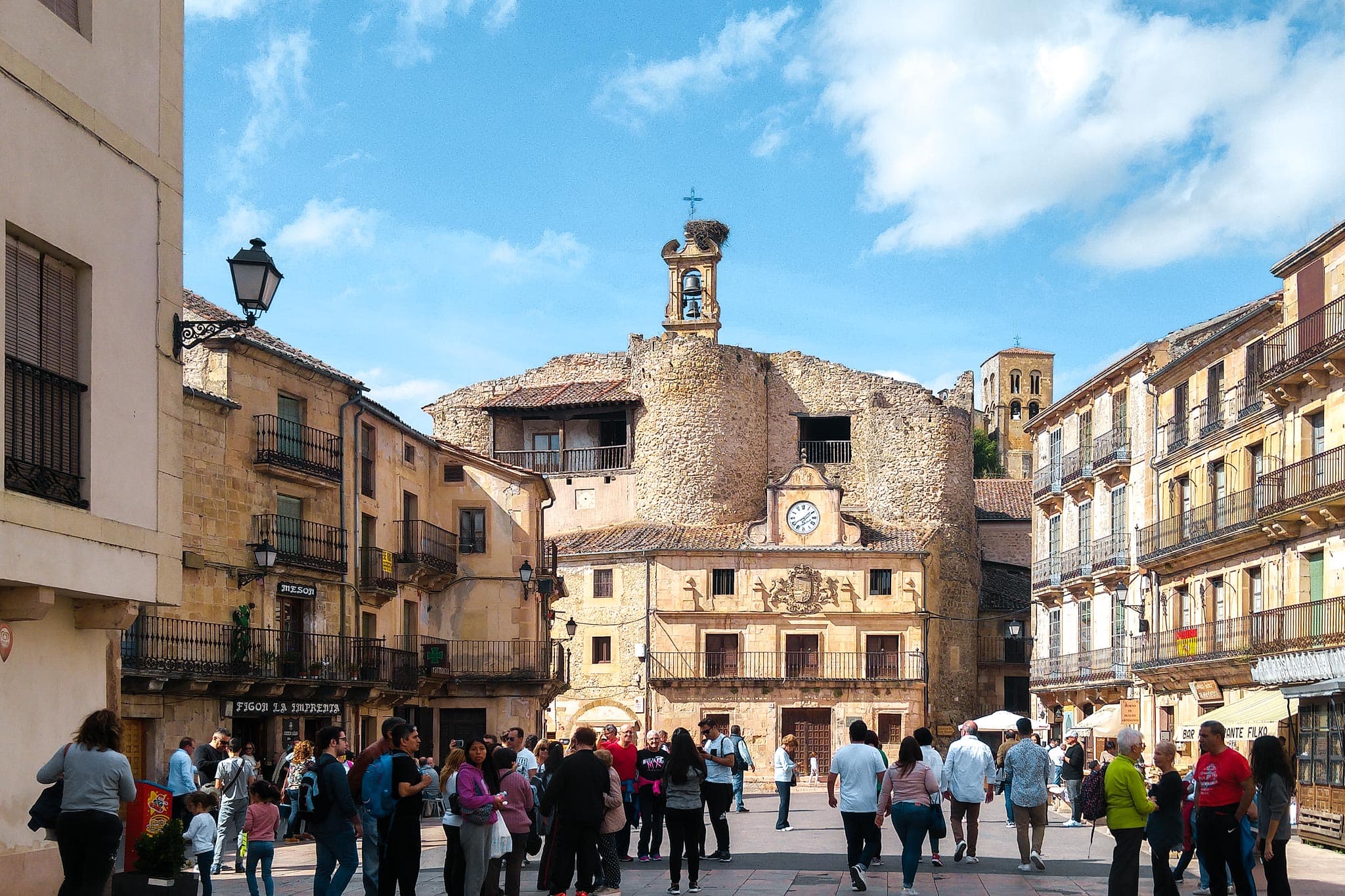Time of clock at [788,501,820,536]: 1:39
